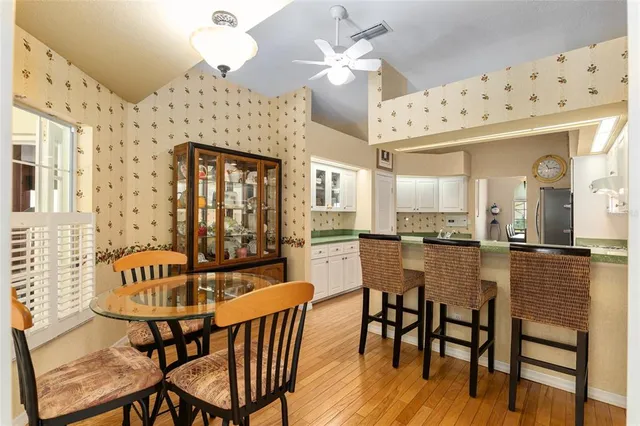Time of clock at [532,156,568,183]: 11:13
